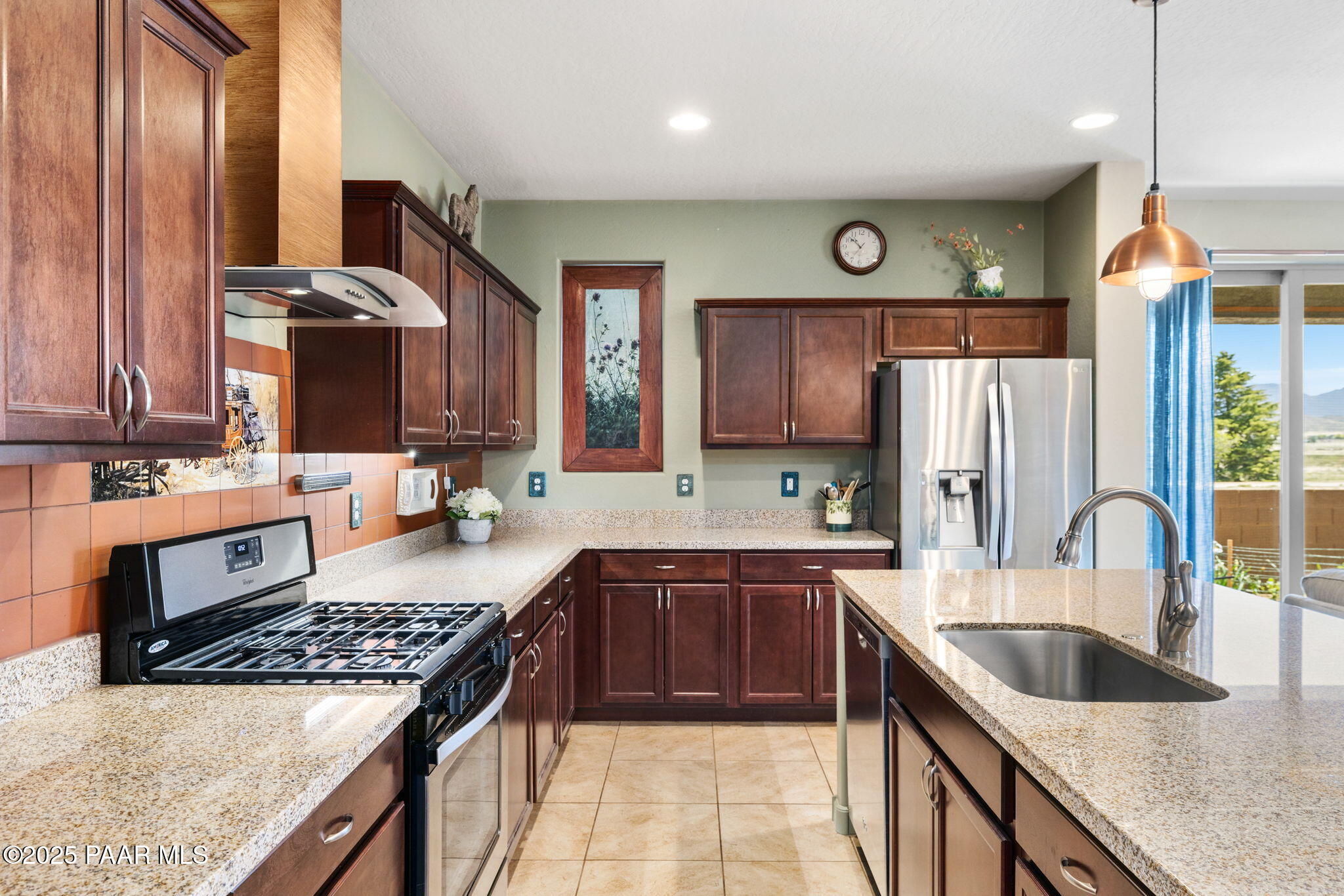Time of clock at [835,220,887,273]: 10:36
